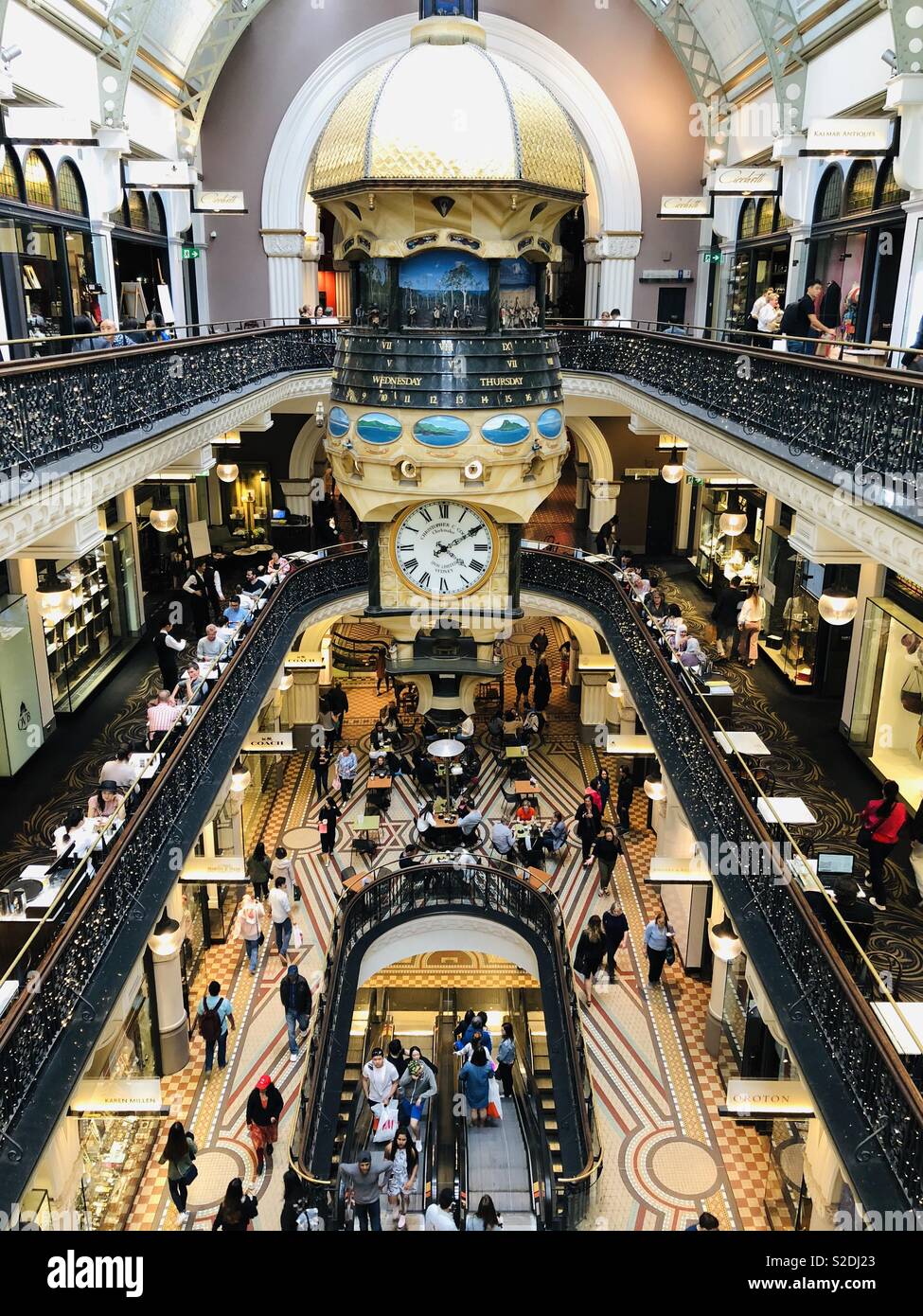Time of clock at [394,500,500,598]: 4:09
